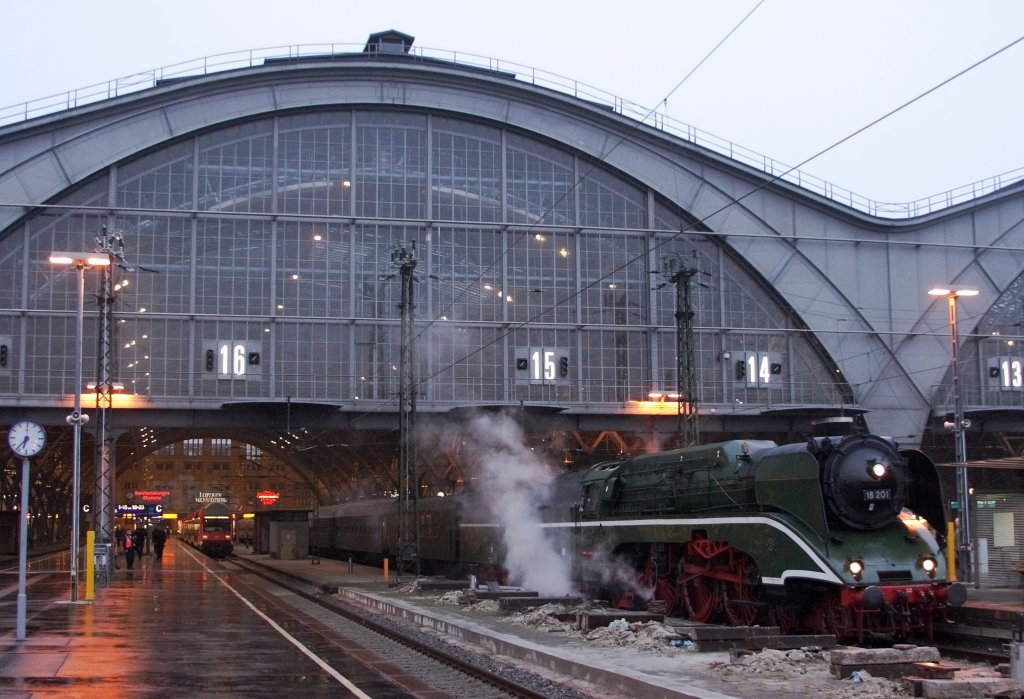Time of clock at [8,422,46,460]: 6:36
